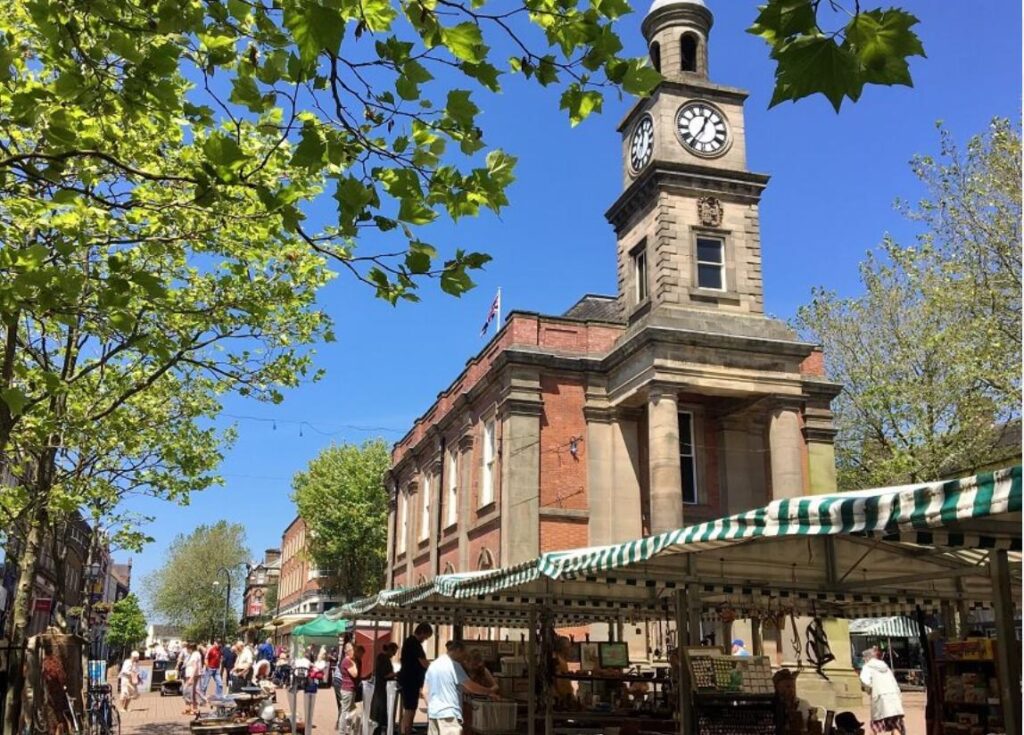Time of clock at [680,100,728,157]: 12:36
